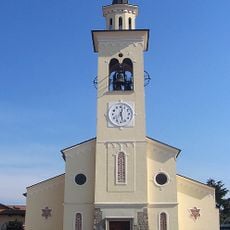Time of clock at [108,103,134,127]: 12:27
